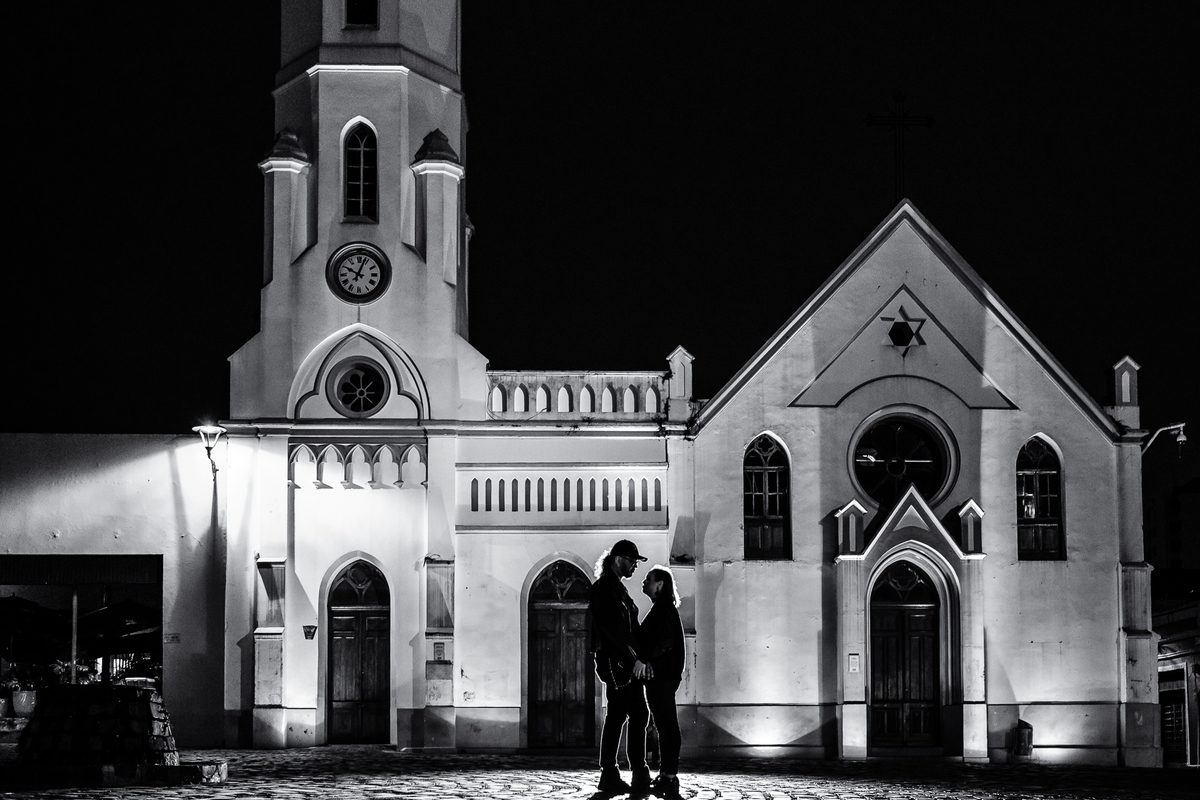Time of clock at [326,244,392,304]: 10:03
